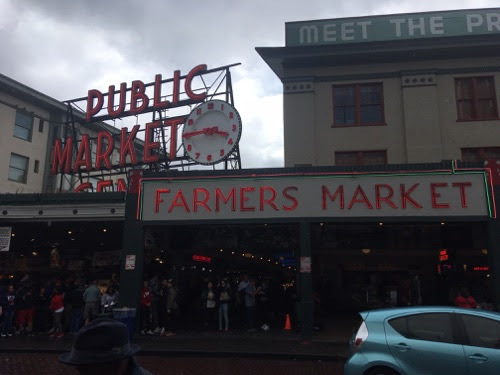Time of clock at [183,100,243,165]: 3:44
